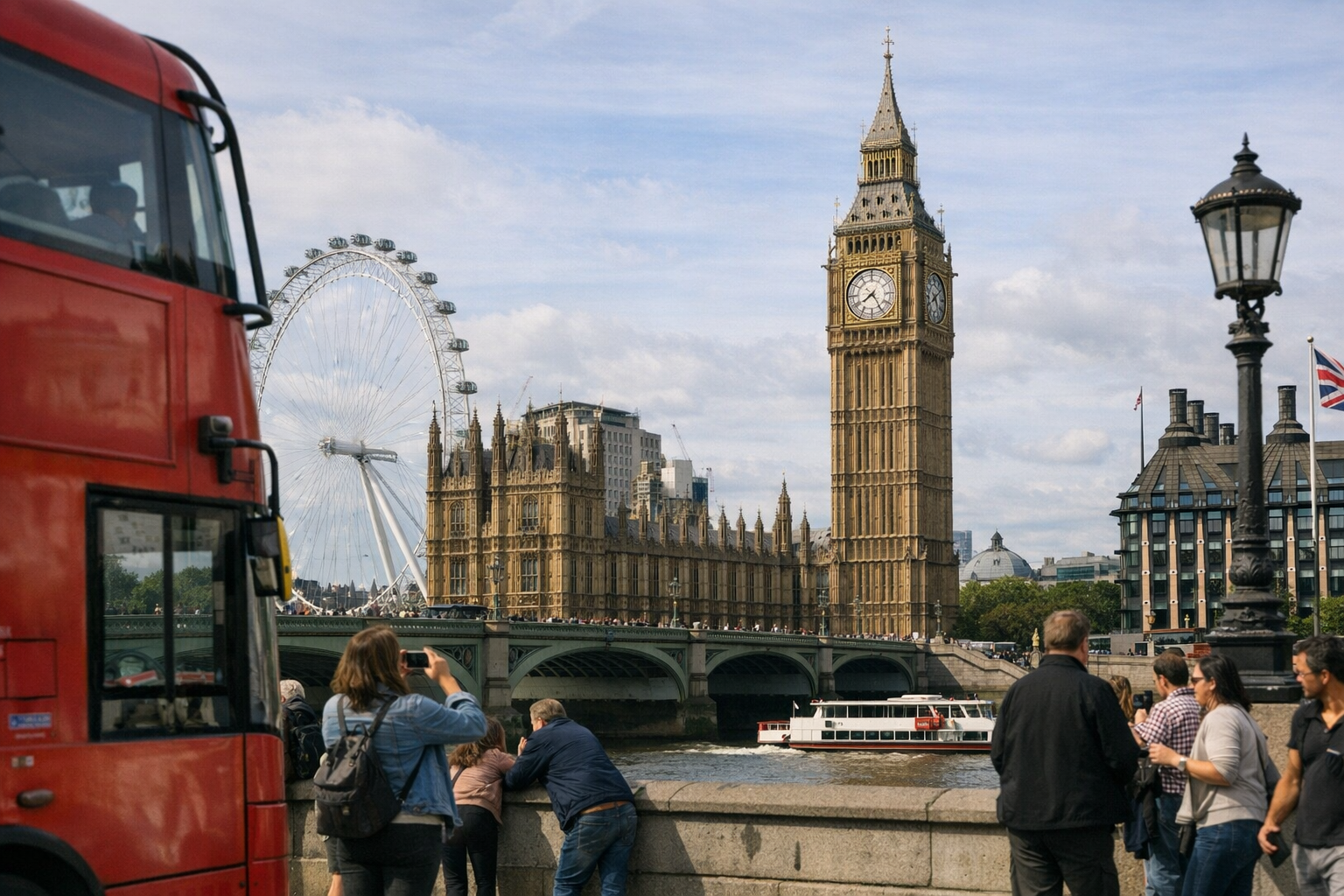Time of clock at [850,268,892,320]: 7:24
